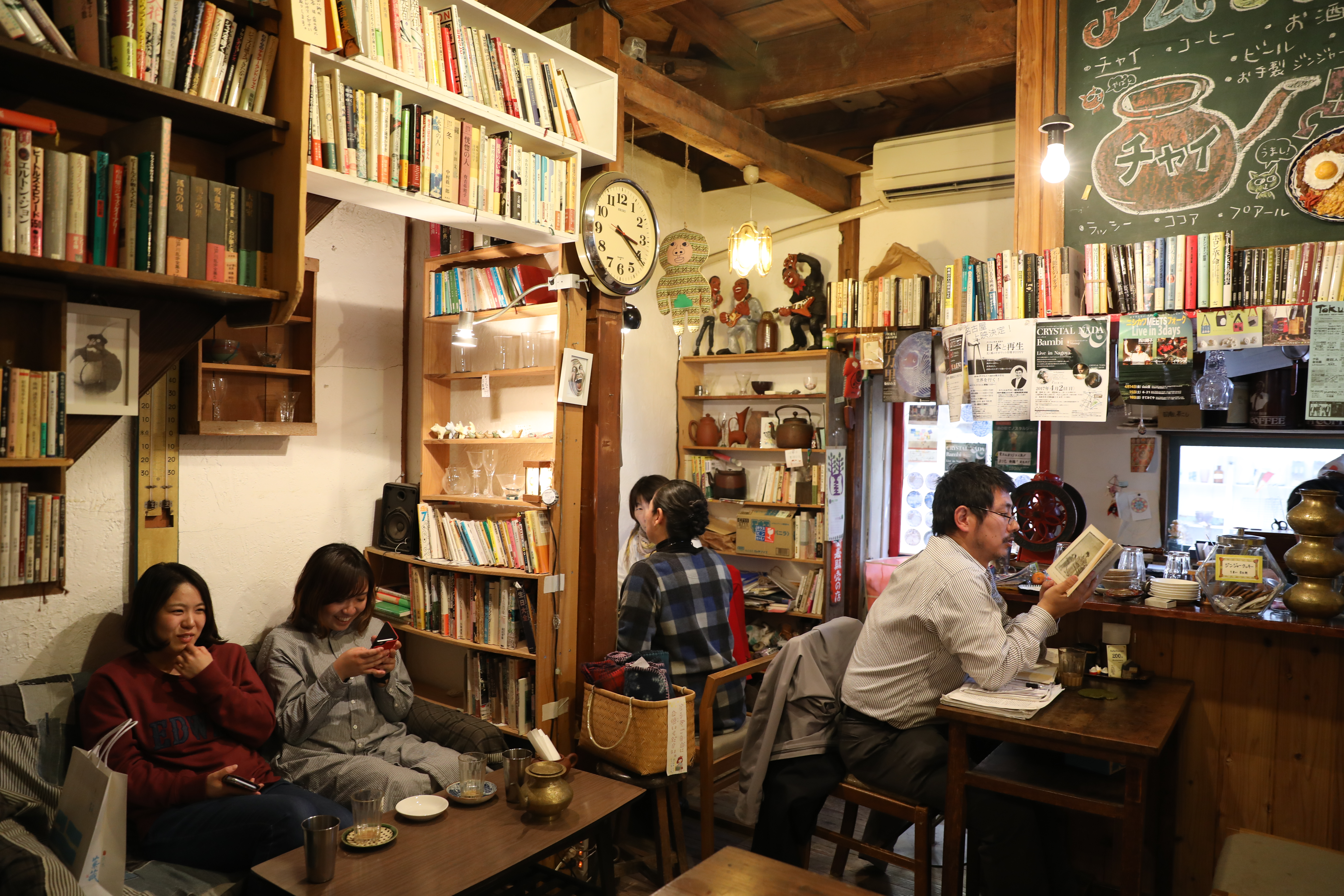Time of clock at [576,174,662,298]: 3:20
